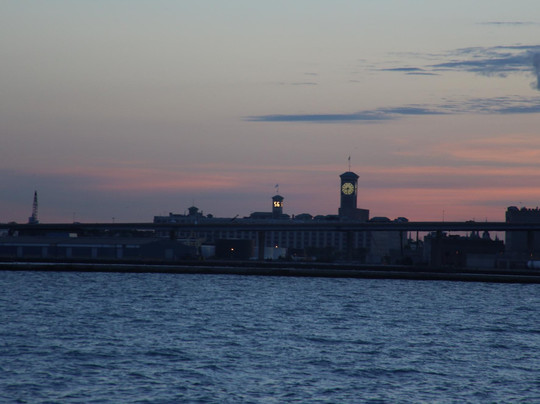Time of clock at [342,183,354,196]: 8:32
